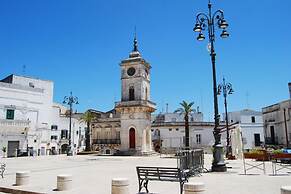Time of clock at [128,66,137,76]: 11:37
